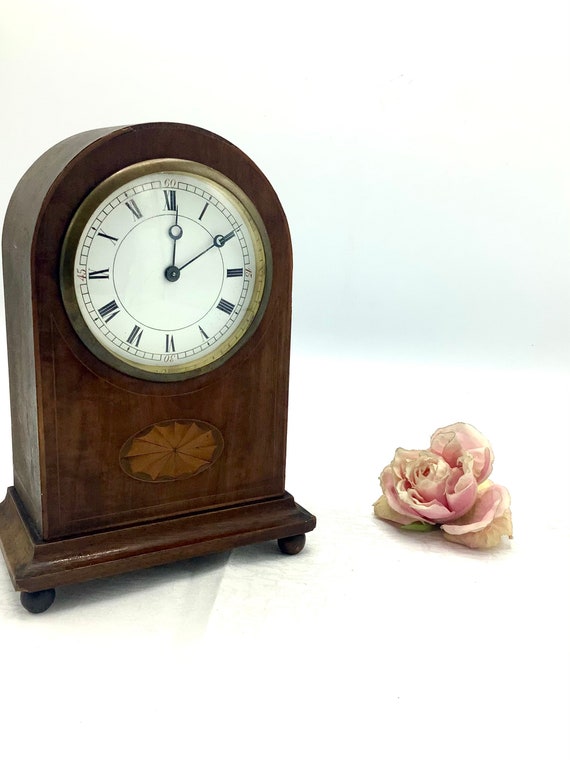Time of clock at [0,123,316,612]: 12:09
